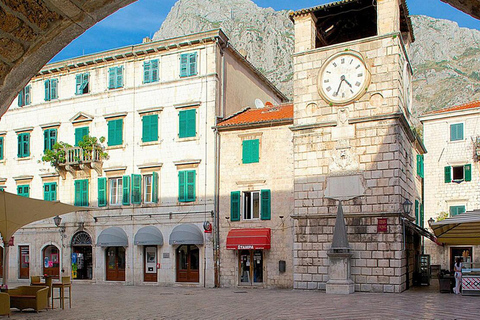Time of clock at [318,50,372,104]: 4:33
